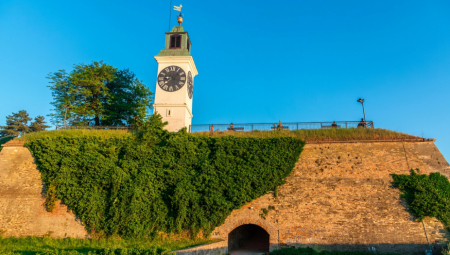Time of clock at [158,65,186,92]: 1:16
